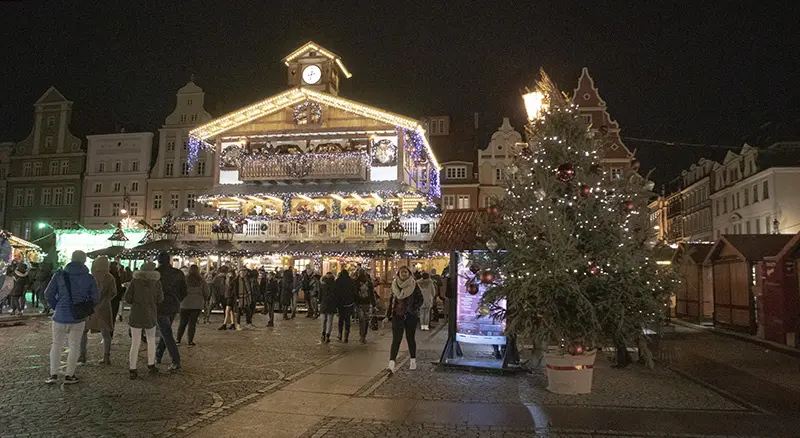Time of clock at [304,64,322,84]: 8:32
